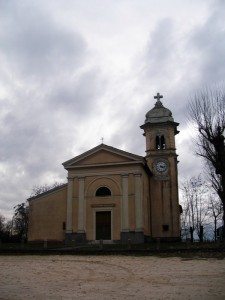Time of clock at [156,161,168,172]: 4:14
